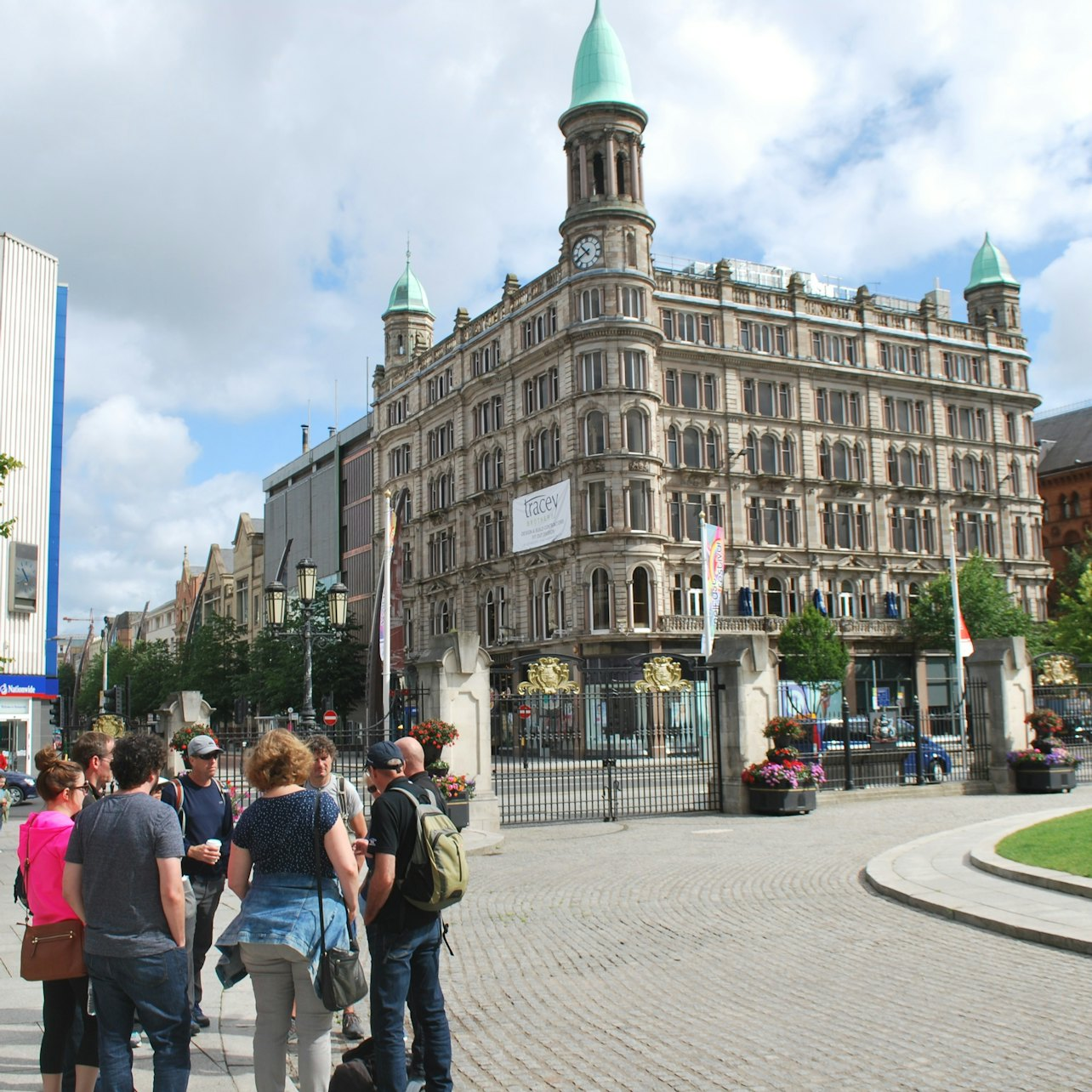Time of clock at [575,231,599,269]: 10:40
